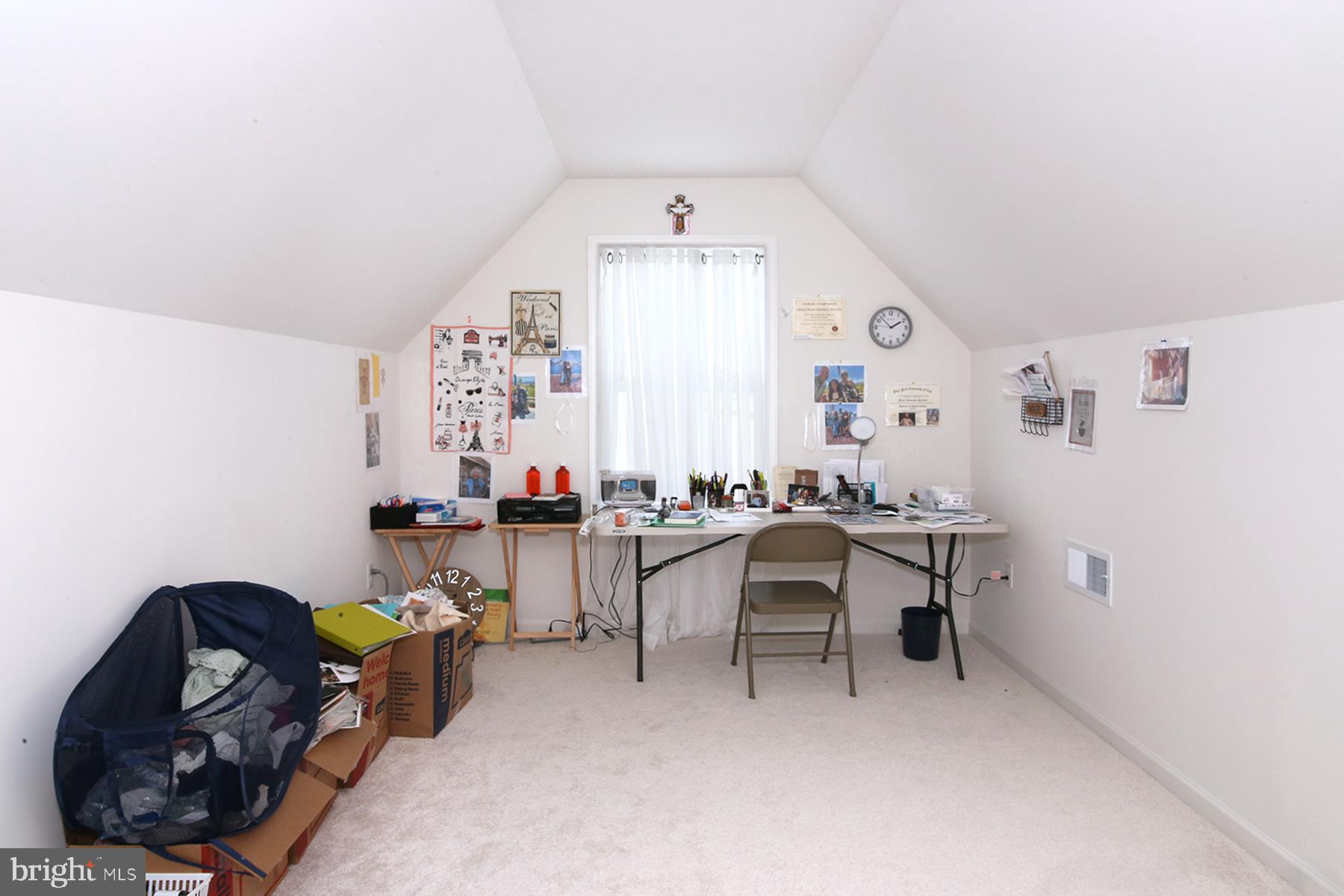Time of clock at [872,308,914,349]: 1:52
